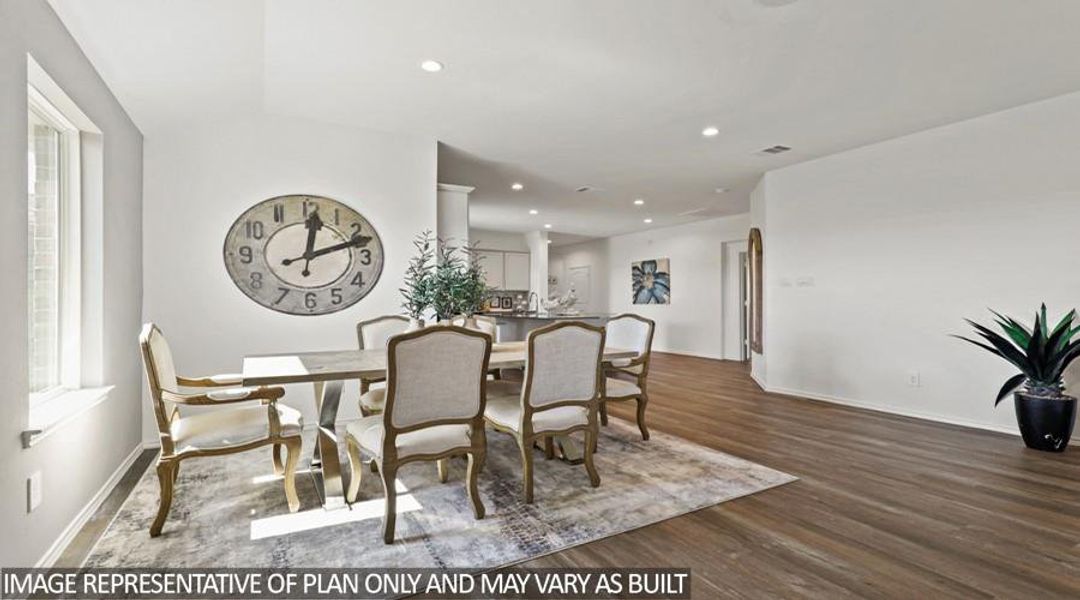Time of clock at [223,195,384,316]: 12:12
